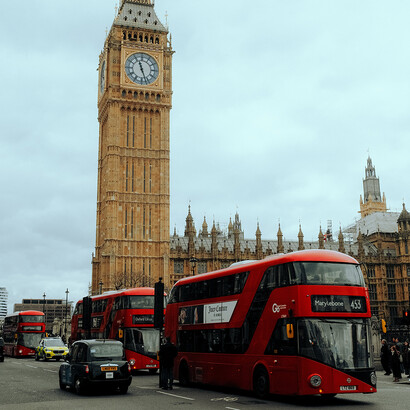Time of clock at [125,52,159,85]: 11:26
